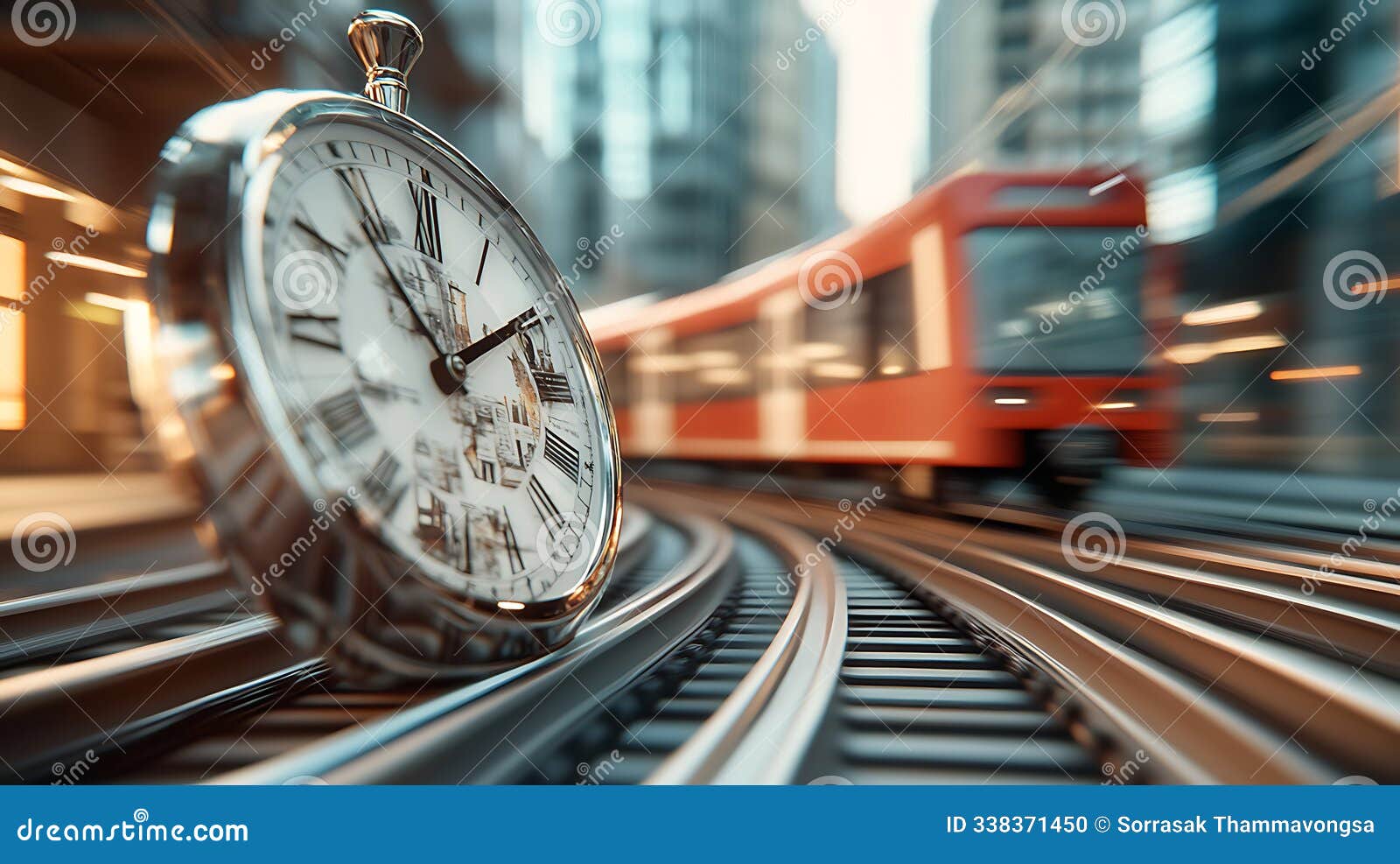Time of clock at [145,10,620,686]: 1:54
